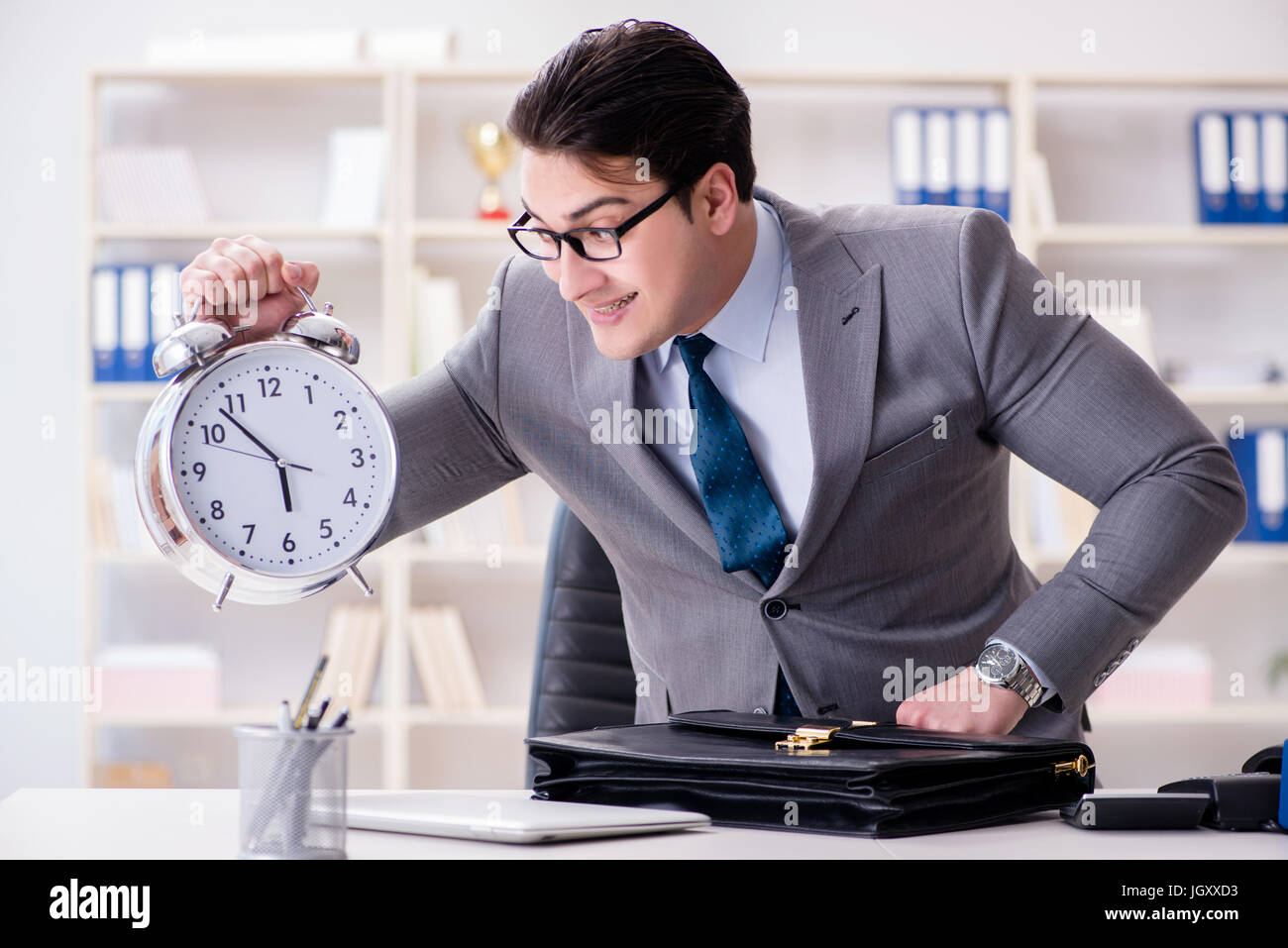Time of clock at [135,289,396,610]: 5:53
